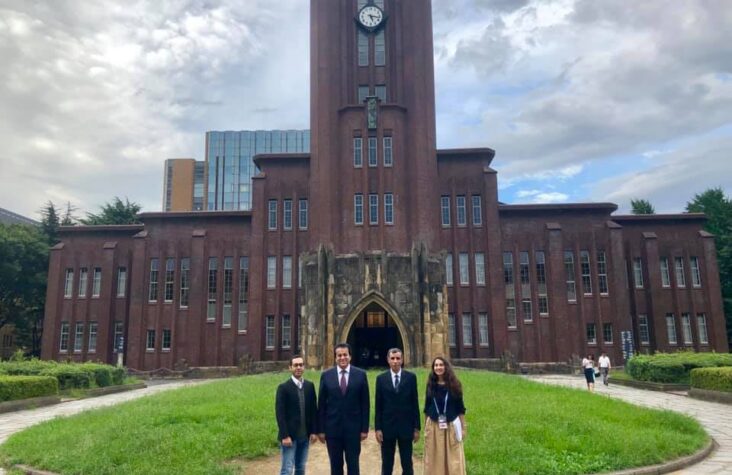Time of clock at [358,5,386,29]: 5:16
